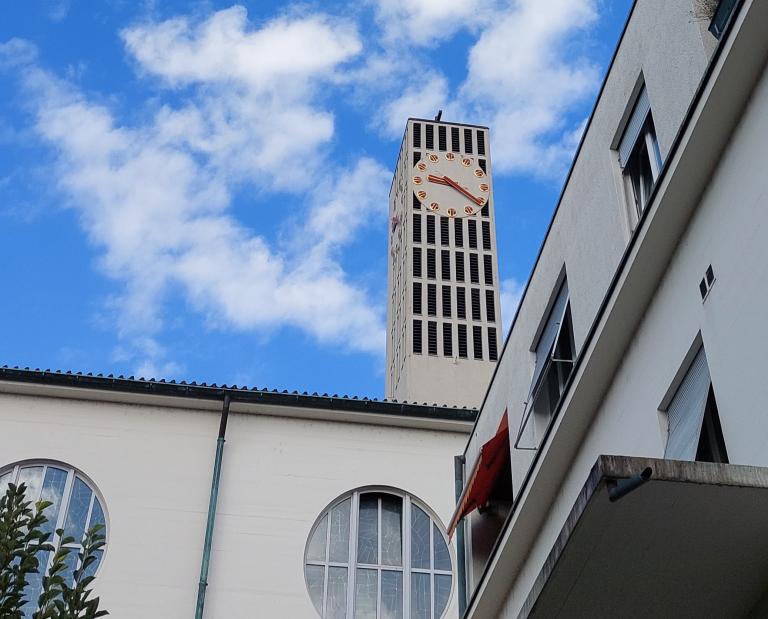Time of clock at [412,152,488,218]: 9:20
